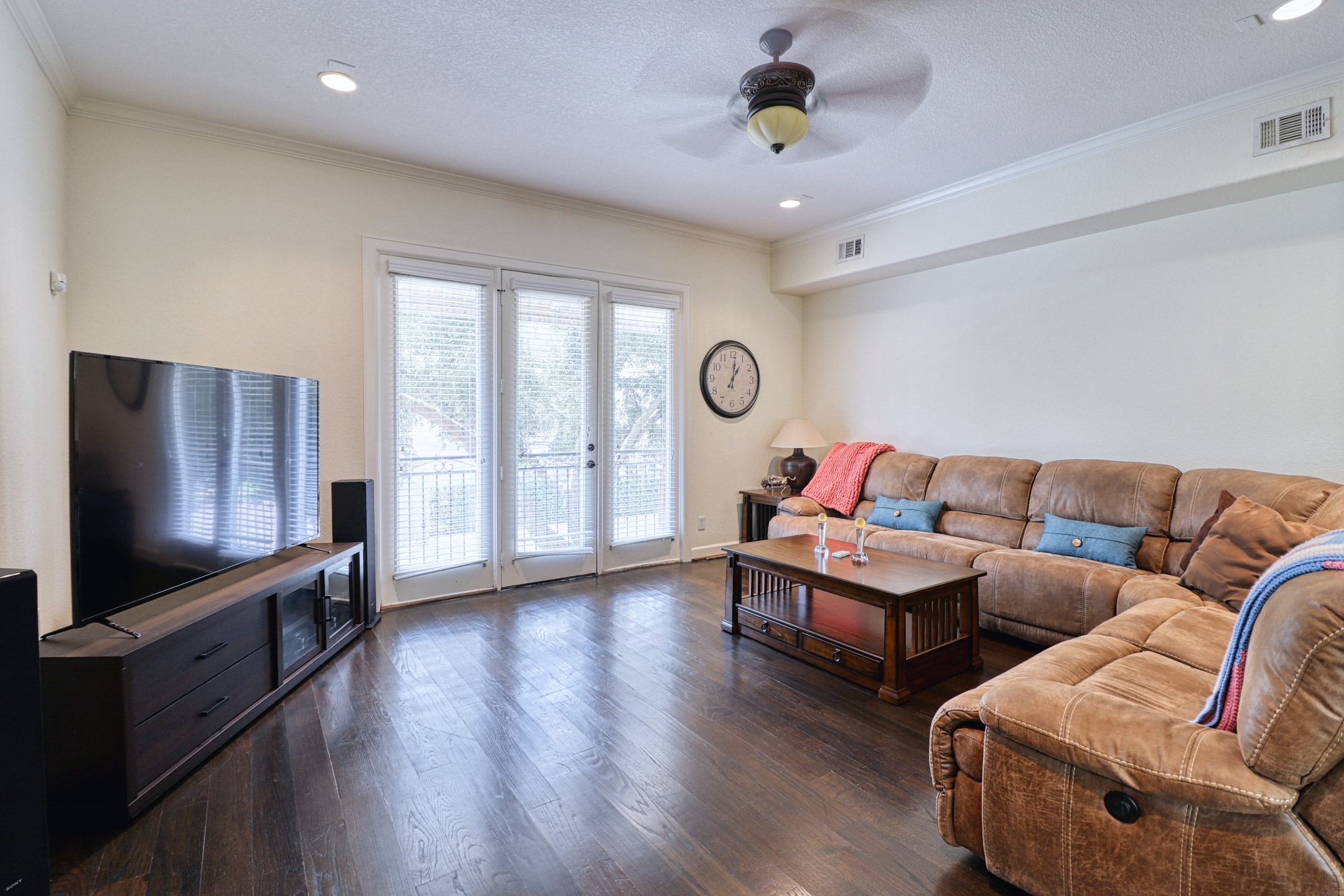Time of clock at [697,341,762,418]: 1:01
